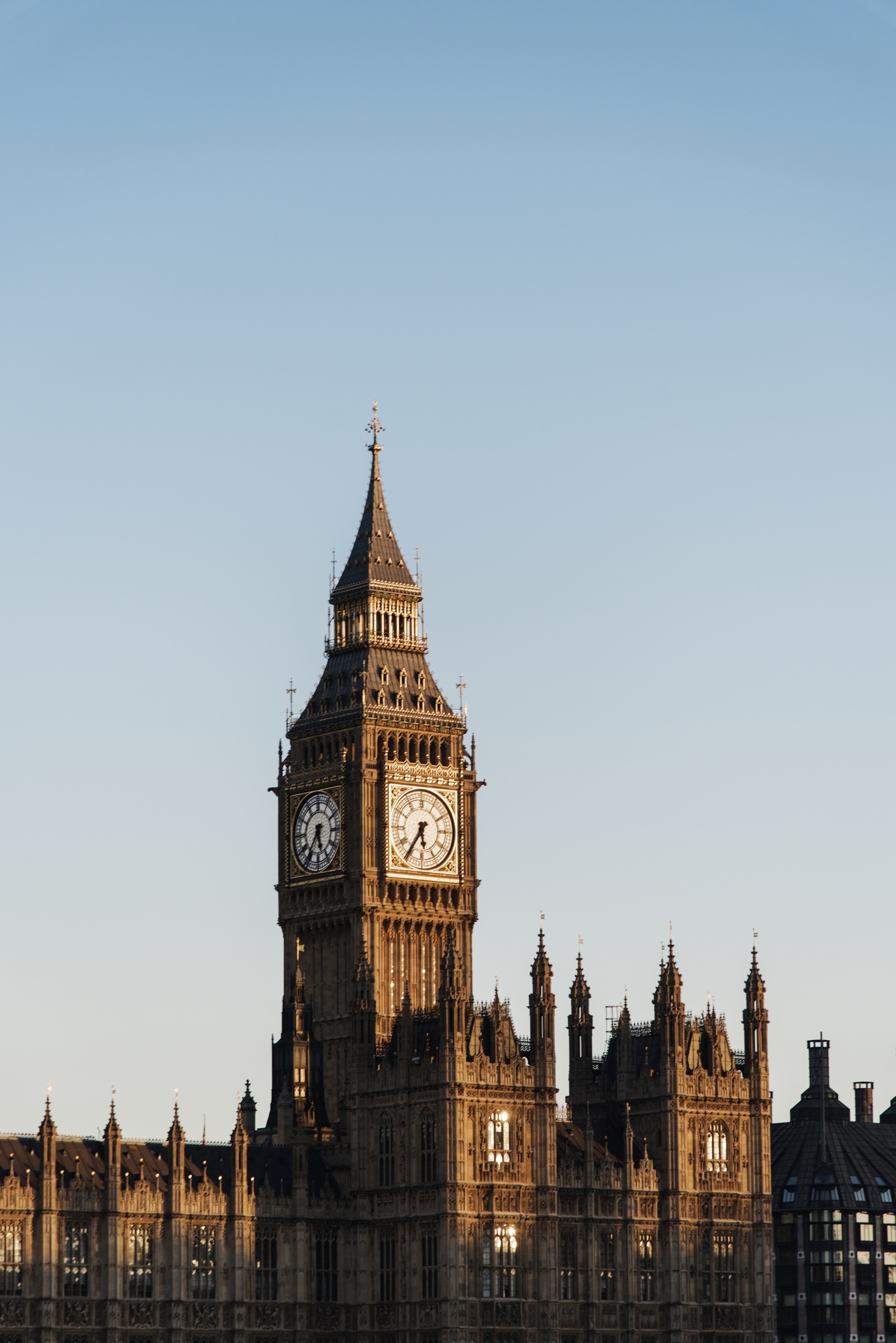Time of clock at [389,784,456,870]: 5:35
